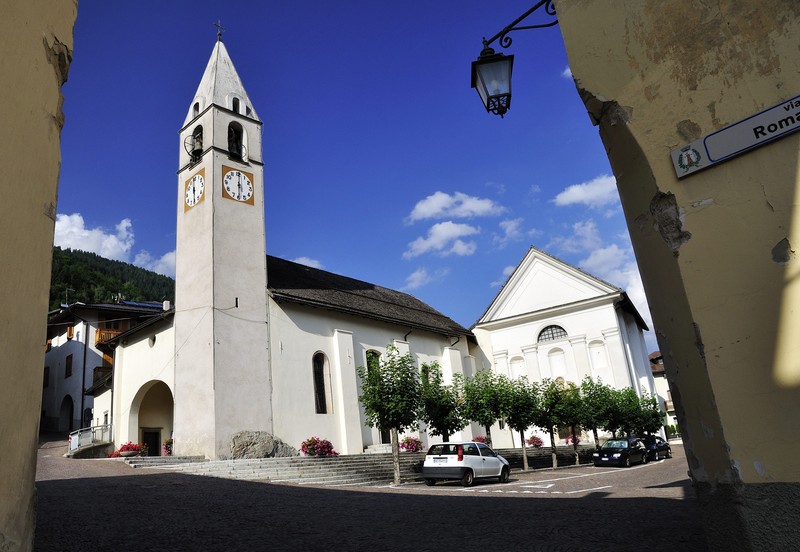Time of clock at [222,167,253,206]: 6:00
